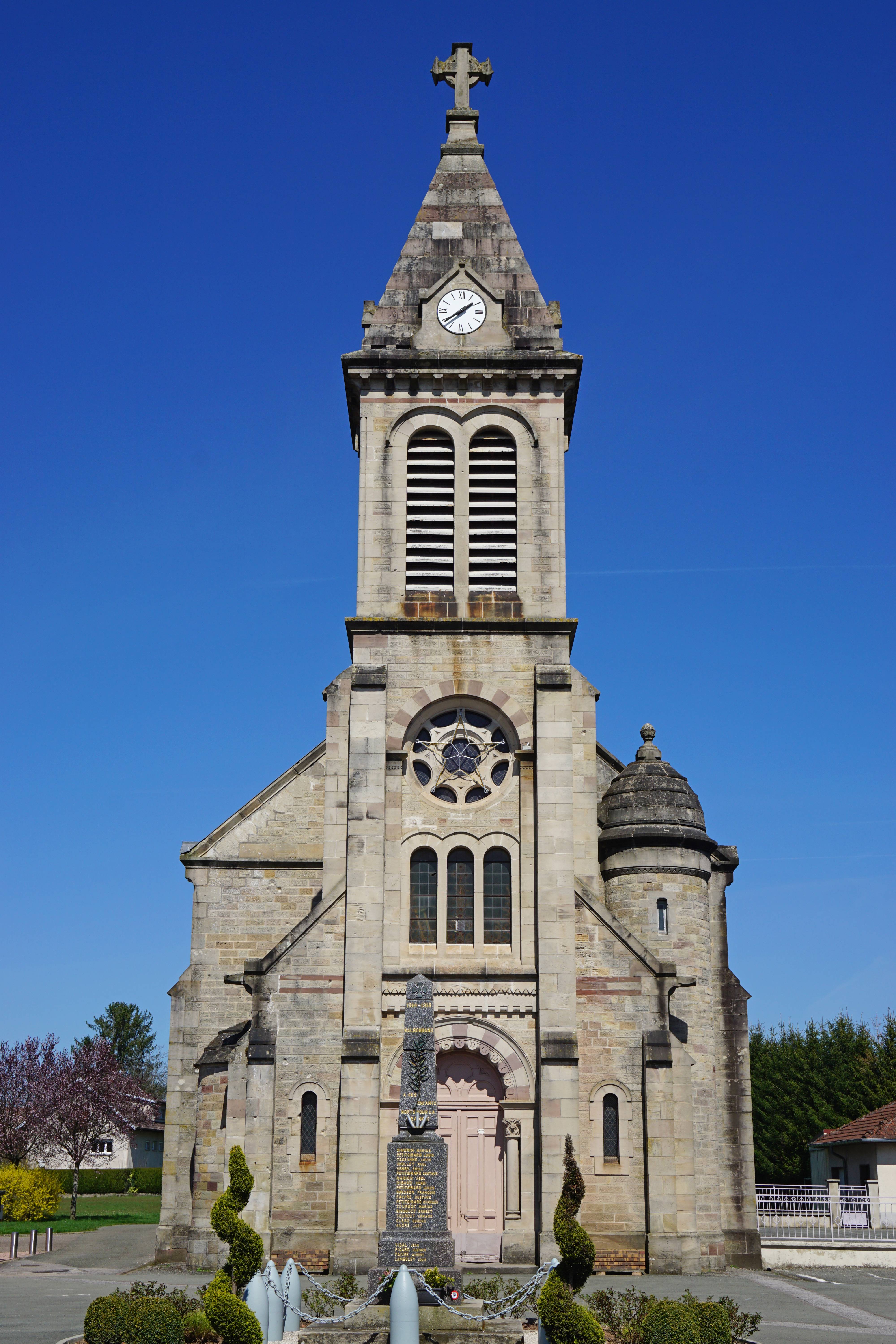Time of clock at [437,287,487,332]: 1:38
